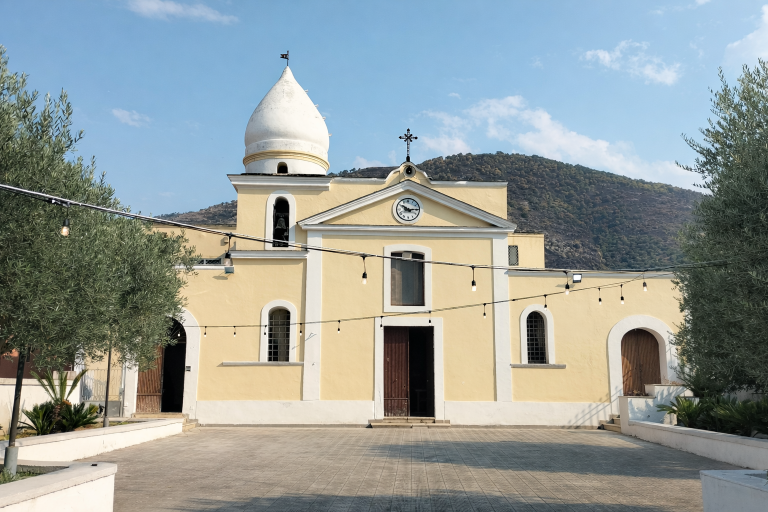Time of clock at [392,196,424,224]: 10:14
